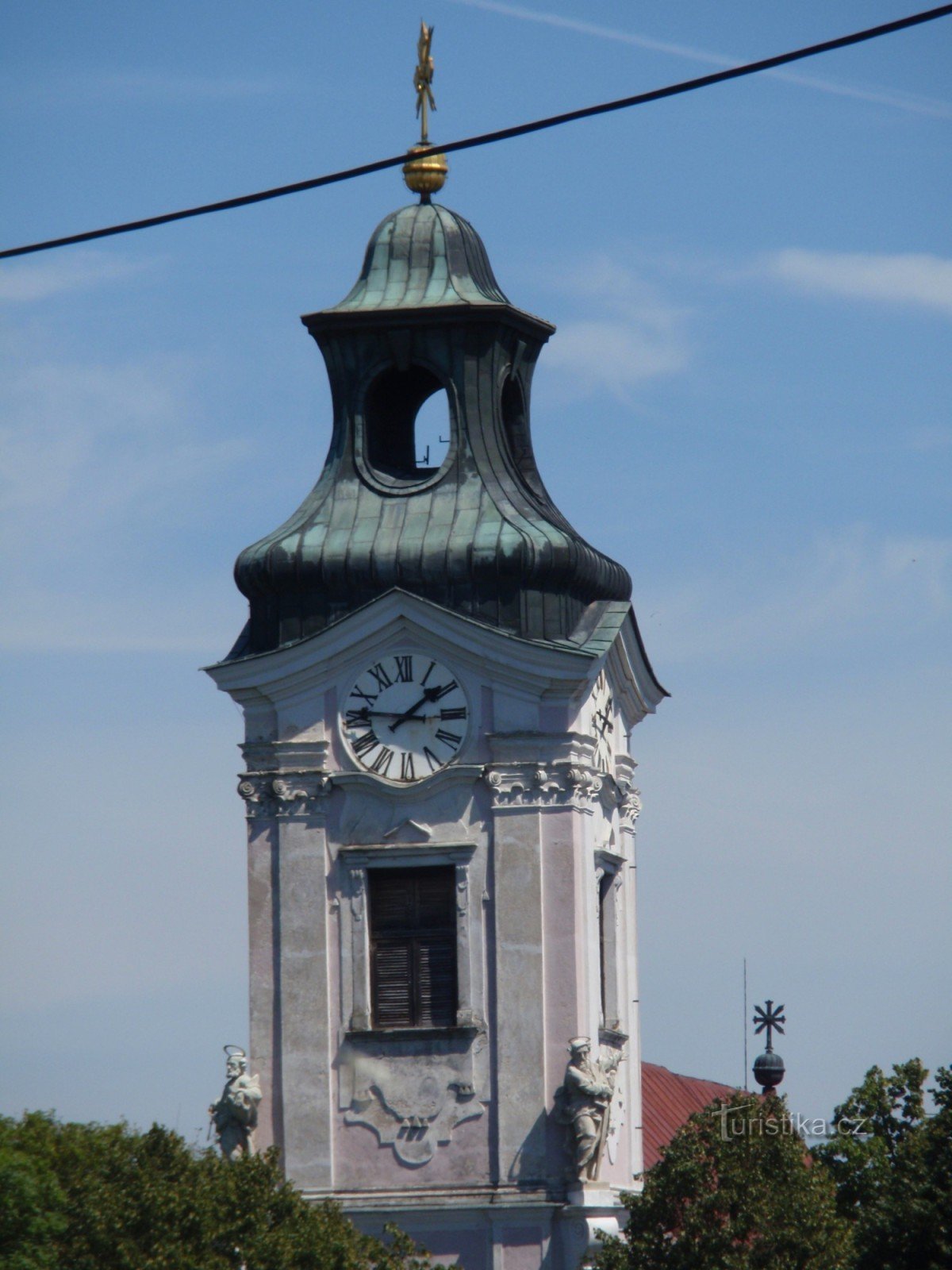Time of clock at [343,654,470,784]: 1:46
